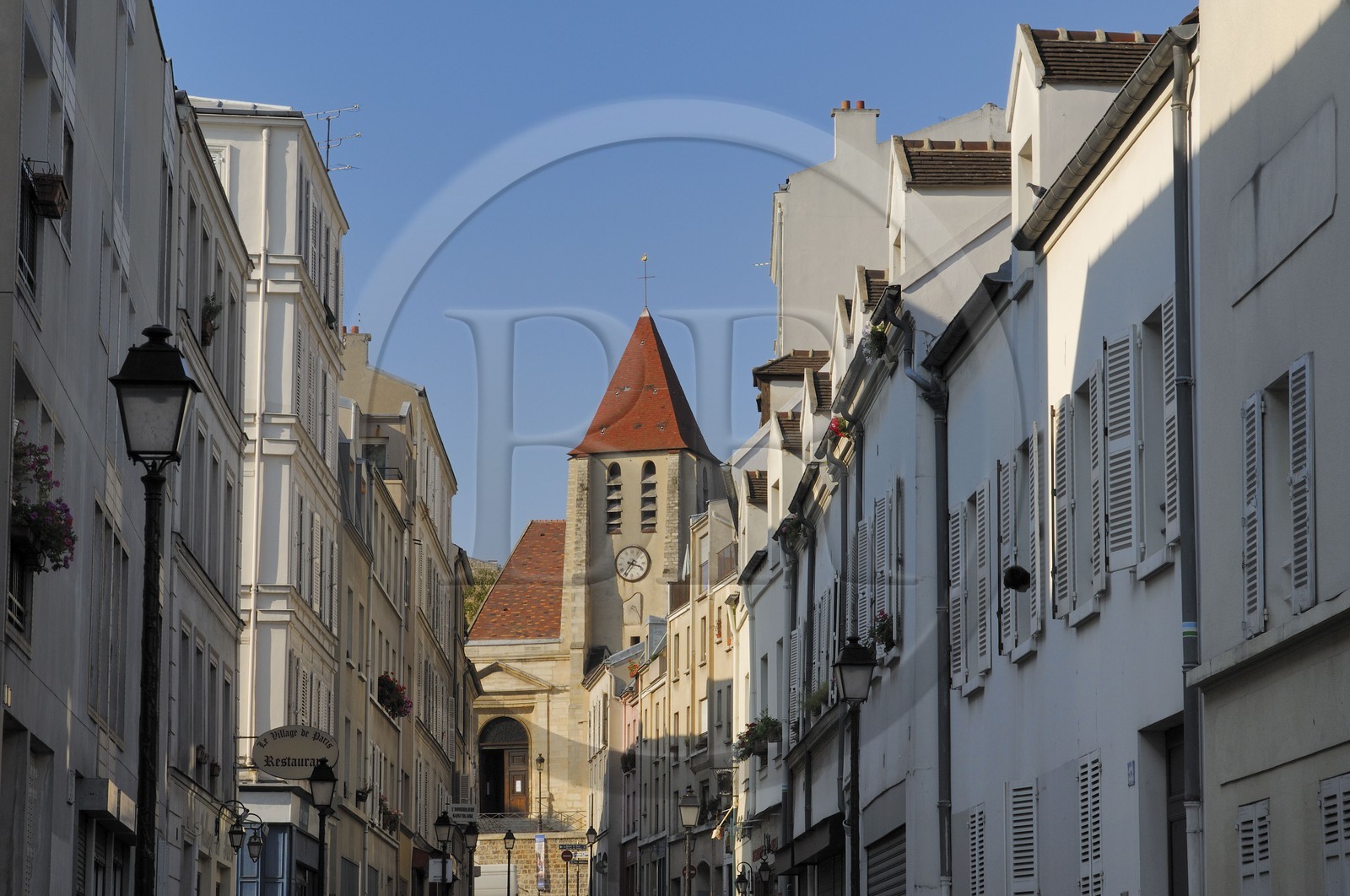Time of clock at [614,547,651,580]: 3:36
